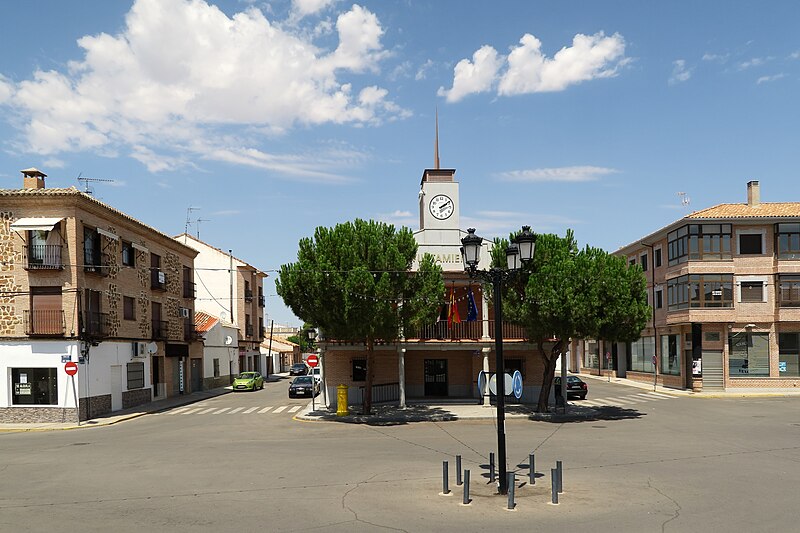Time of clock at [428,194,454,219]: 2:09
